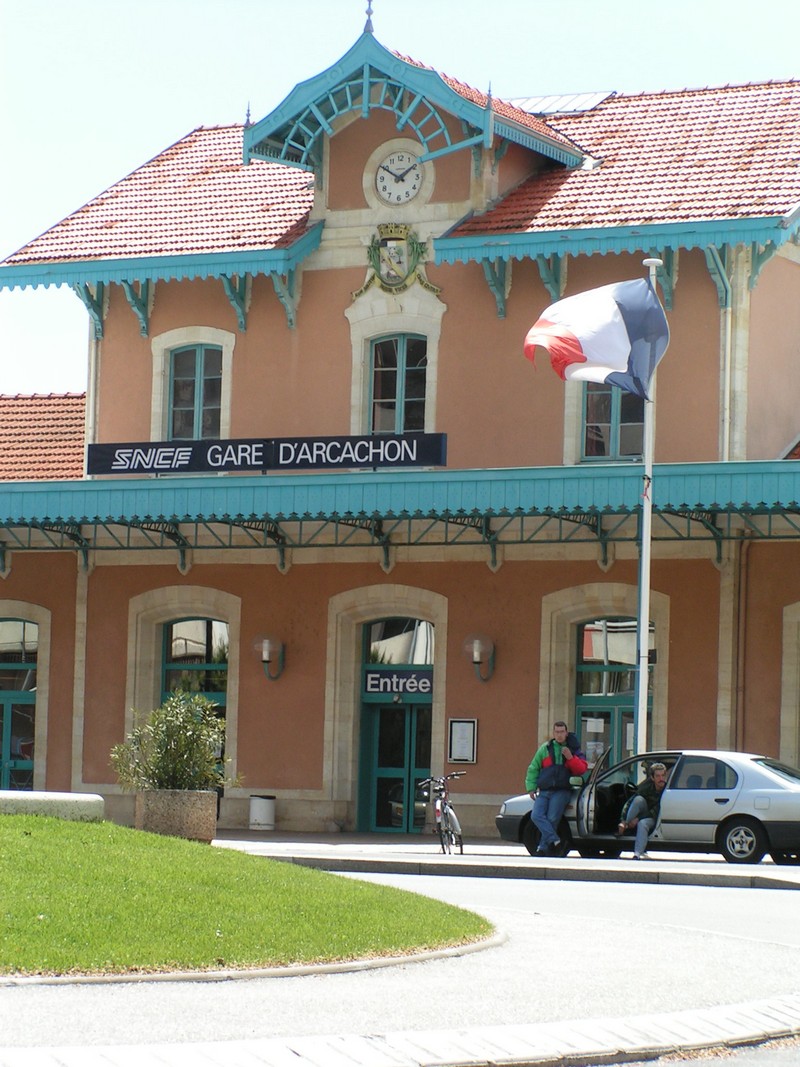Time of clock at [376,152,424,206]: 1:50
